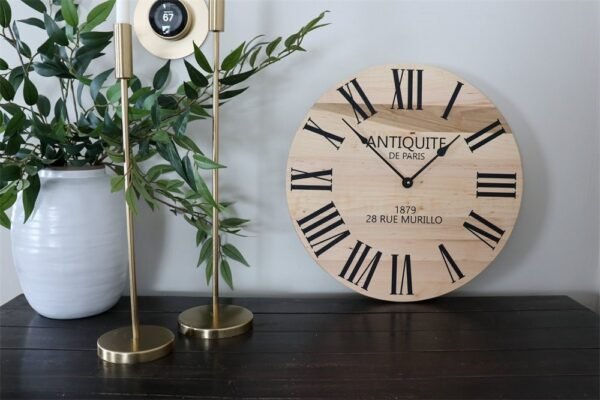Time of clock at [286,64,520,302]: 1:52
